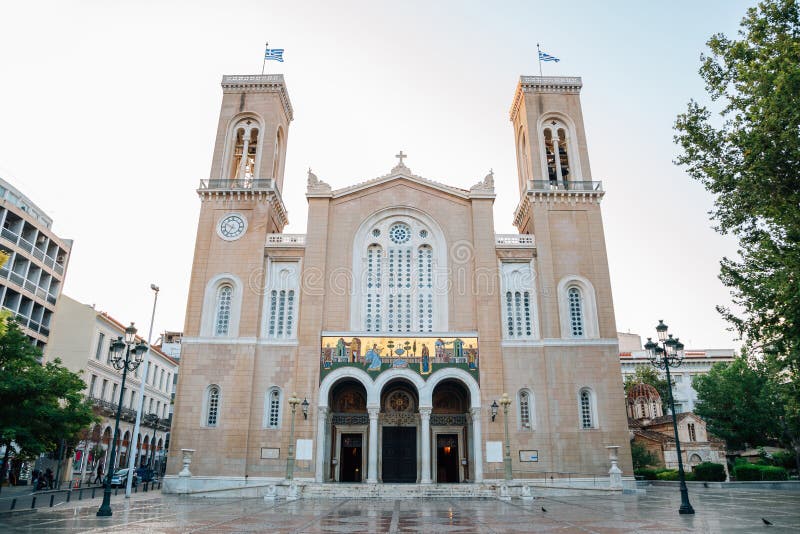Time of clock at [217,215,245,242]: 6:49
